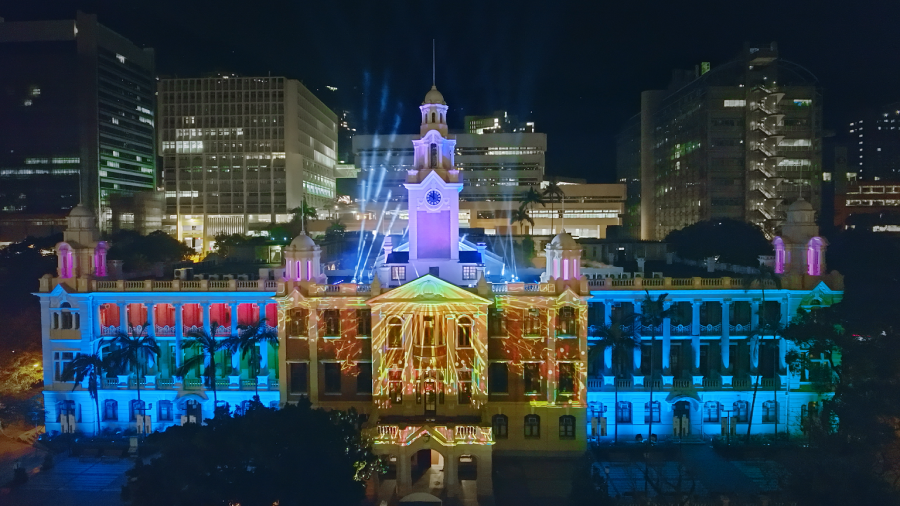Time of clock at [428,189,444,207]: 10:00
